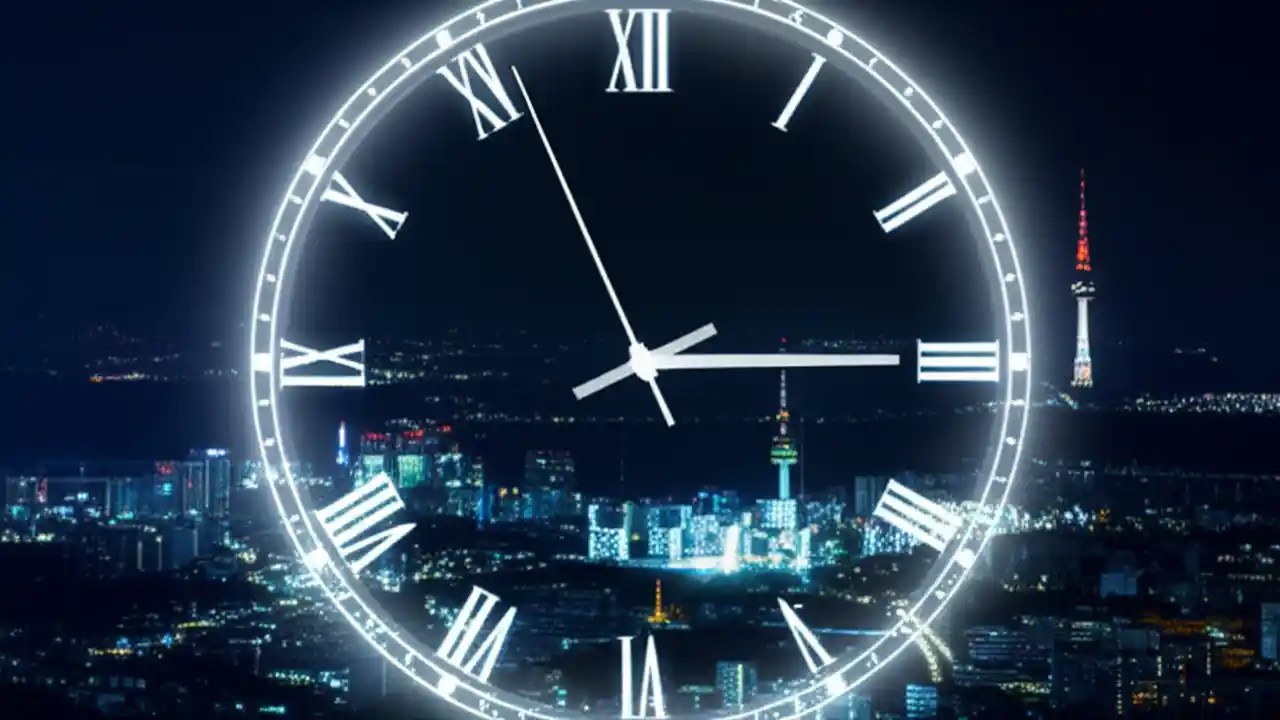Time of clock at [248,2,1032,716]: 2:56
